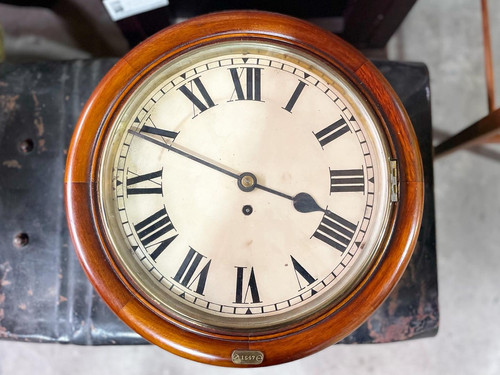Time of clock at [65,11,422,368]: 3:49
